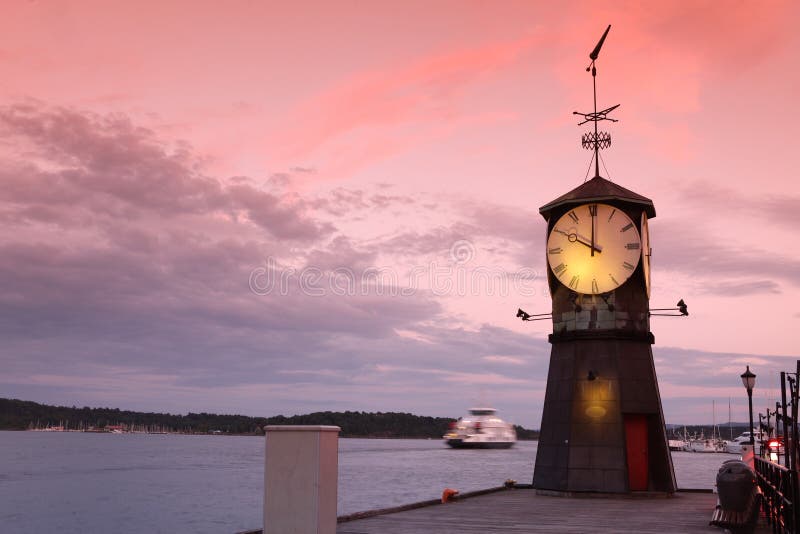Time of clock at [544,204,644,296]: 10:00
